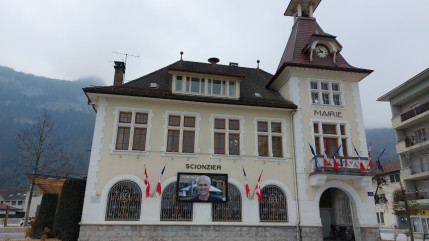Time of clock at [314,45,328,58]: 10:42
